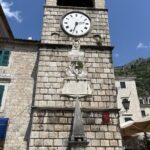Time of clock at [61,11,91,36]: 2:32
